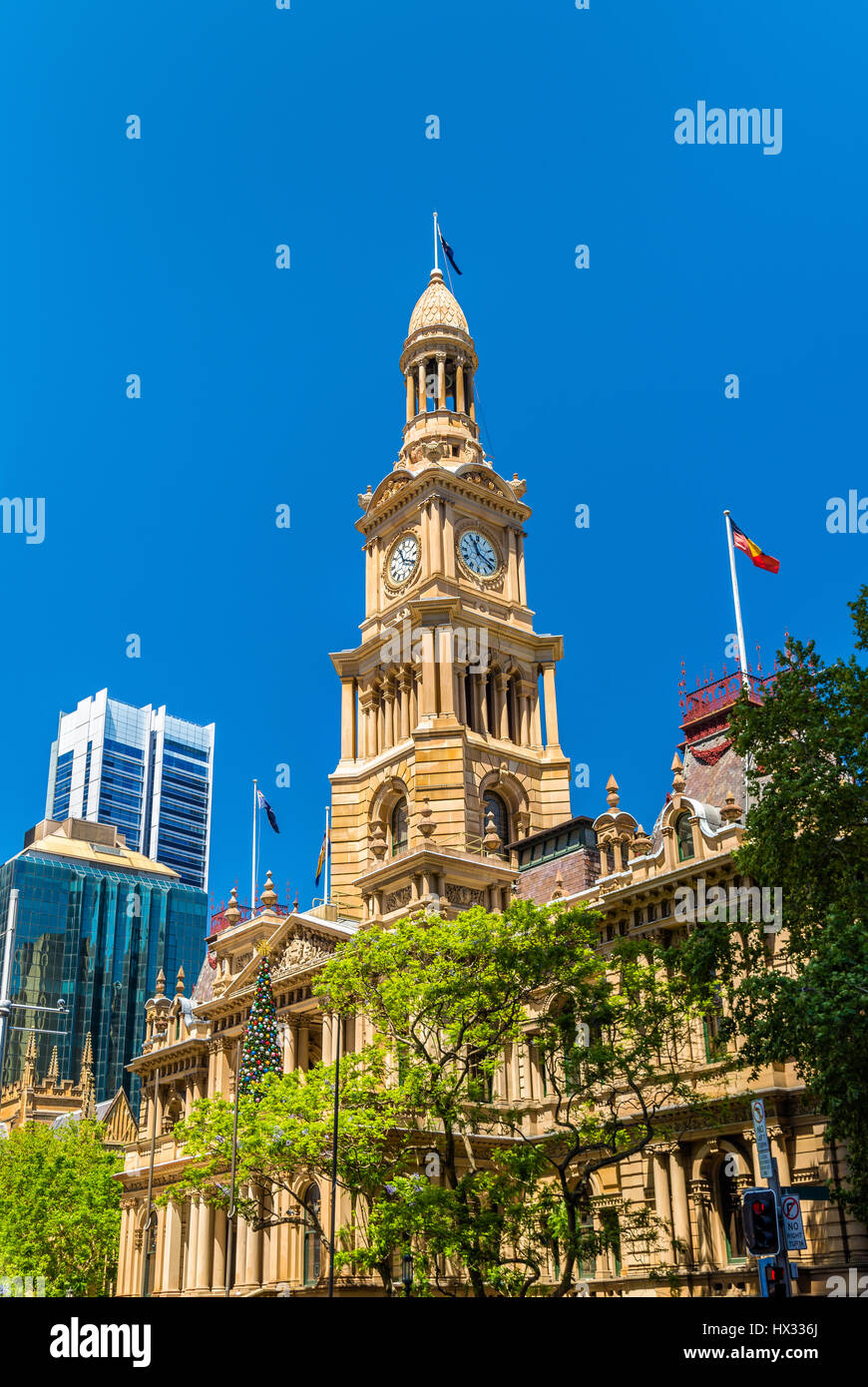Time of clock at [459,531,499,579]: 11:19
